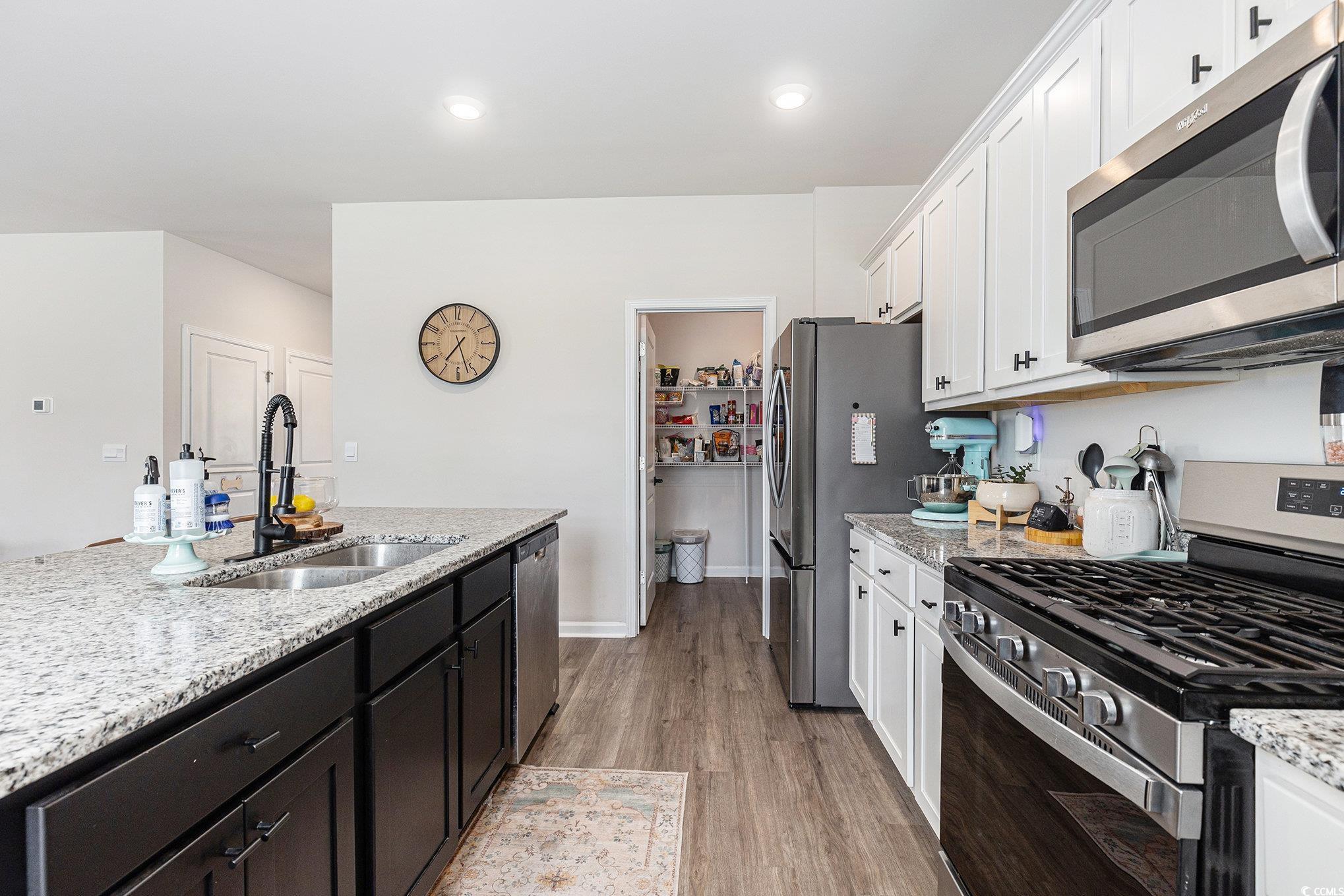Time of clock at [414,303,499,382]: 7:26
